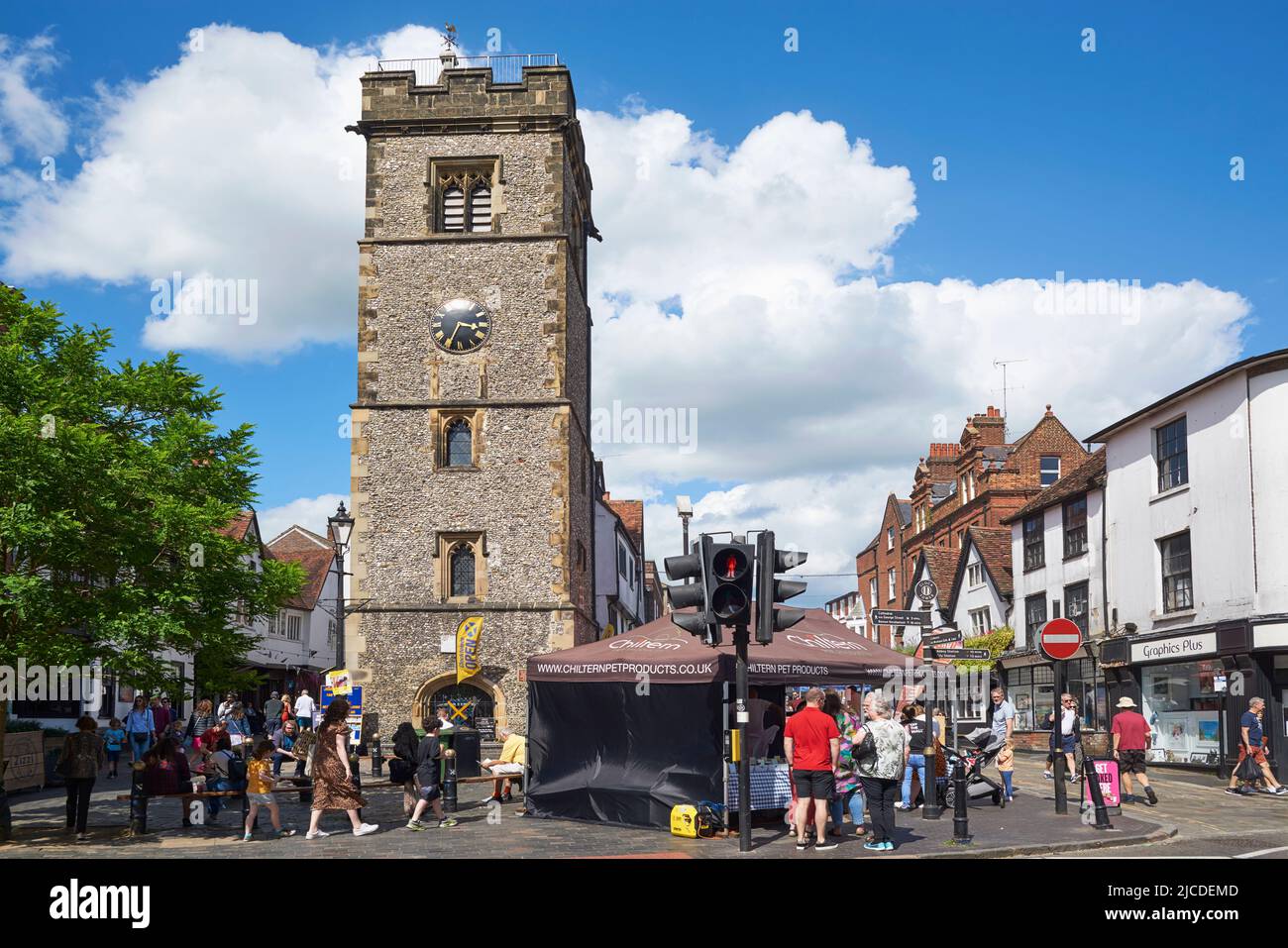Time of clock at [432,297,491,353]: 3:34
